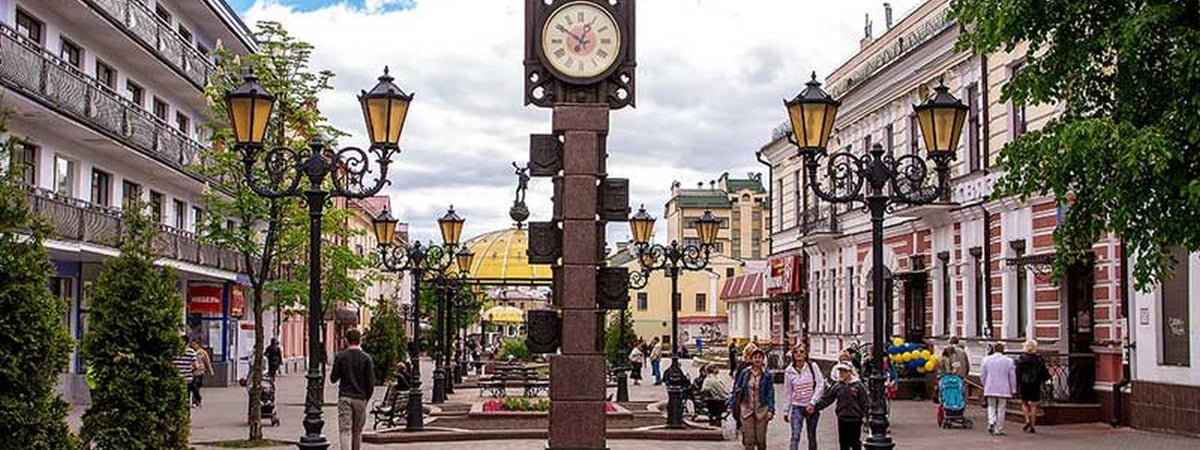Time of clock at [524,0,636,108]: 12:50
